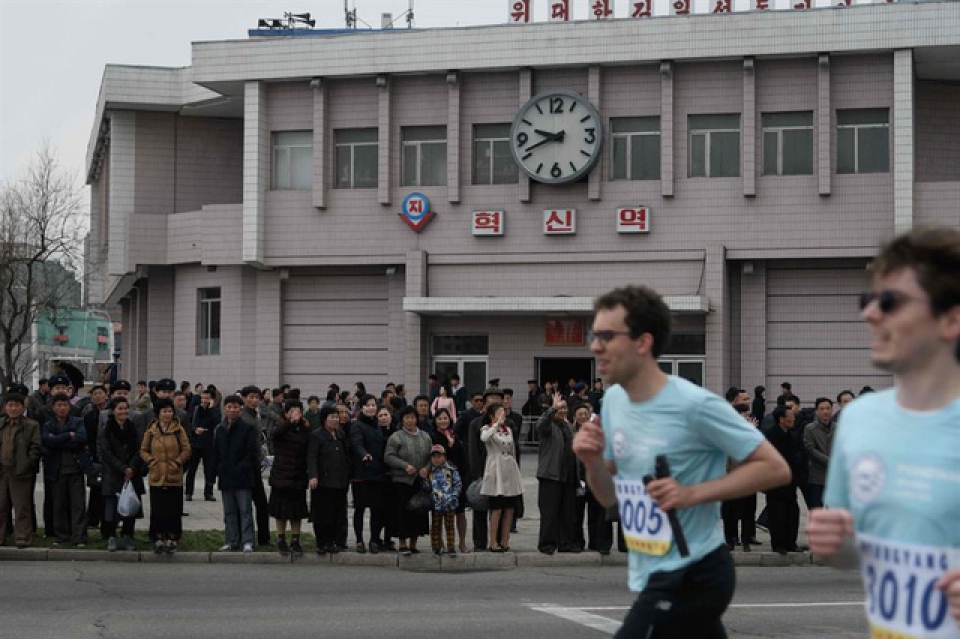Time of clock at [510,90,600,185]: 9:41
